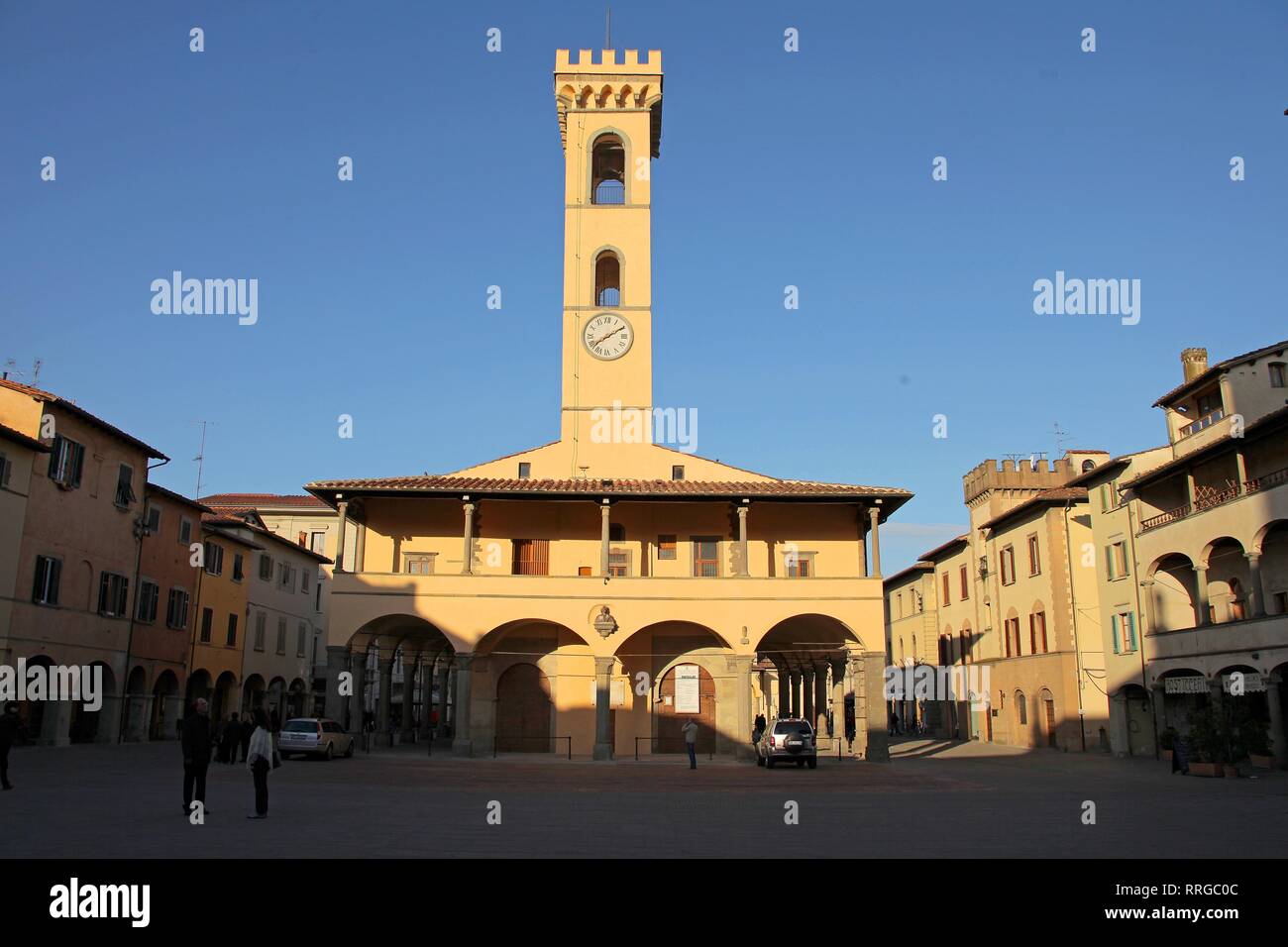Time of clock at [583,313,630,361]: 8:09
